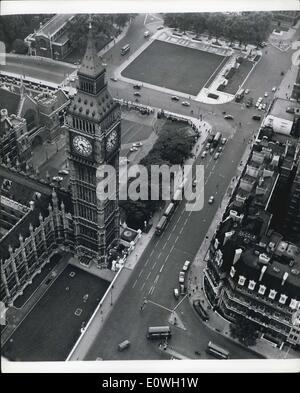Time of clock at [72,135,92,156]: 5:17
